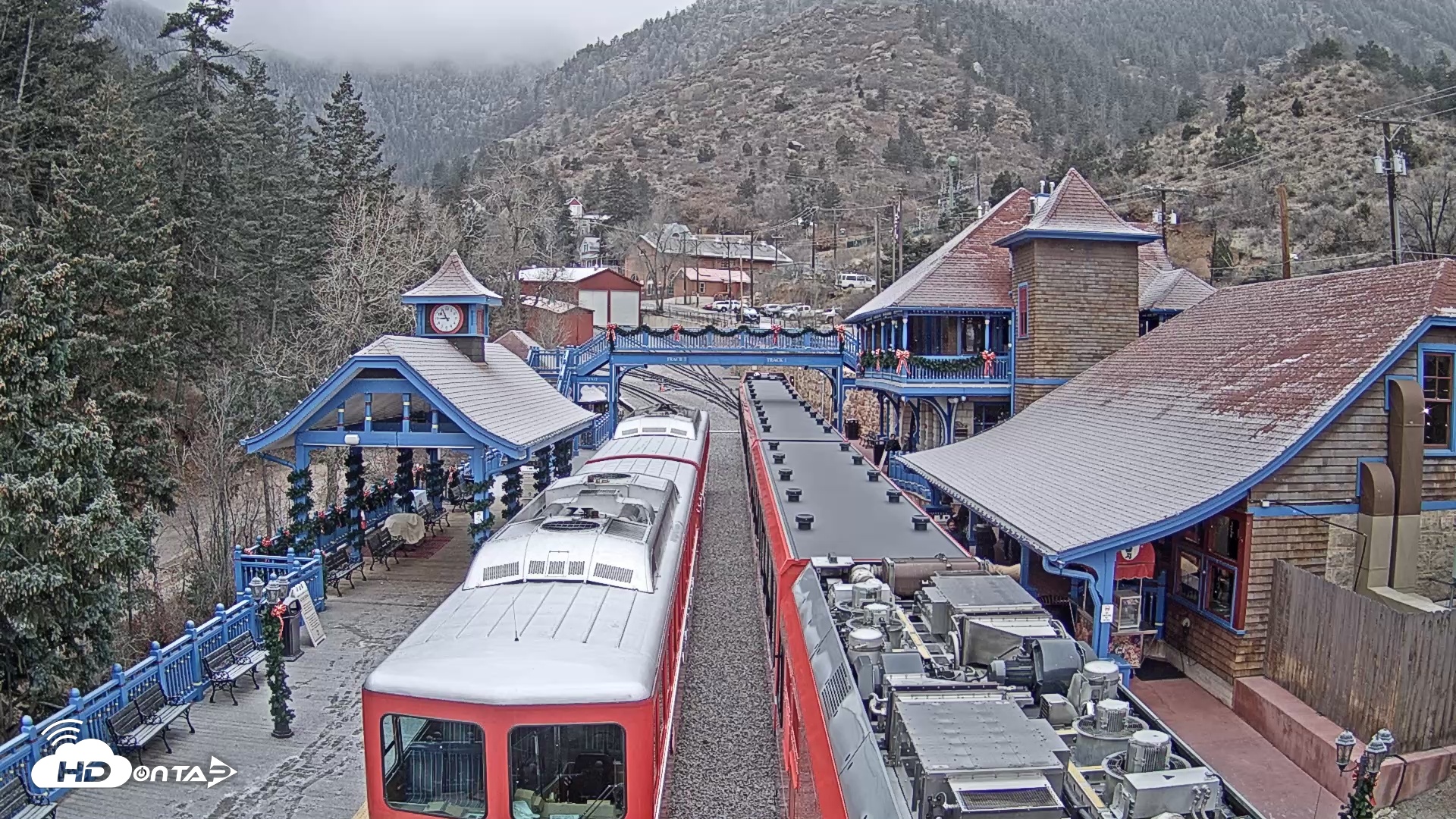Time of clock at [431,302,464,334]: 8:55
